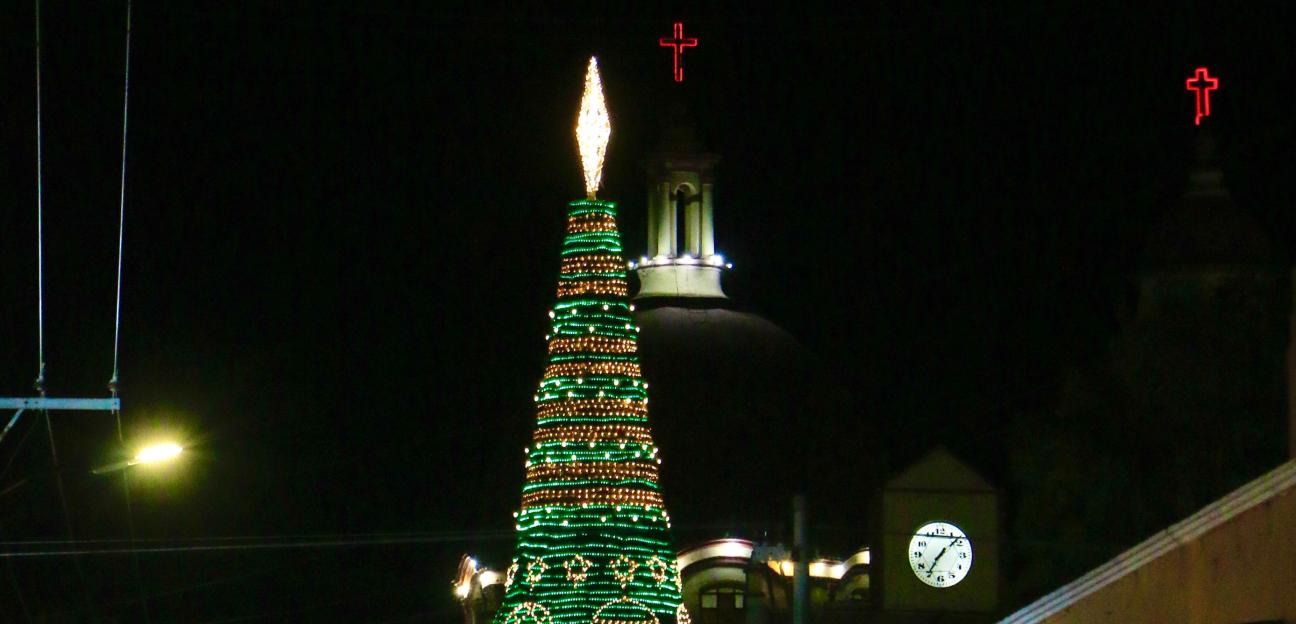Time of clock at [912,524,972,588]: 7:08
